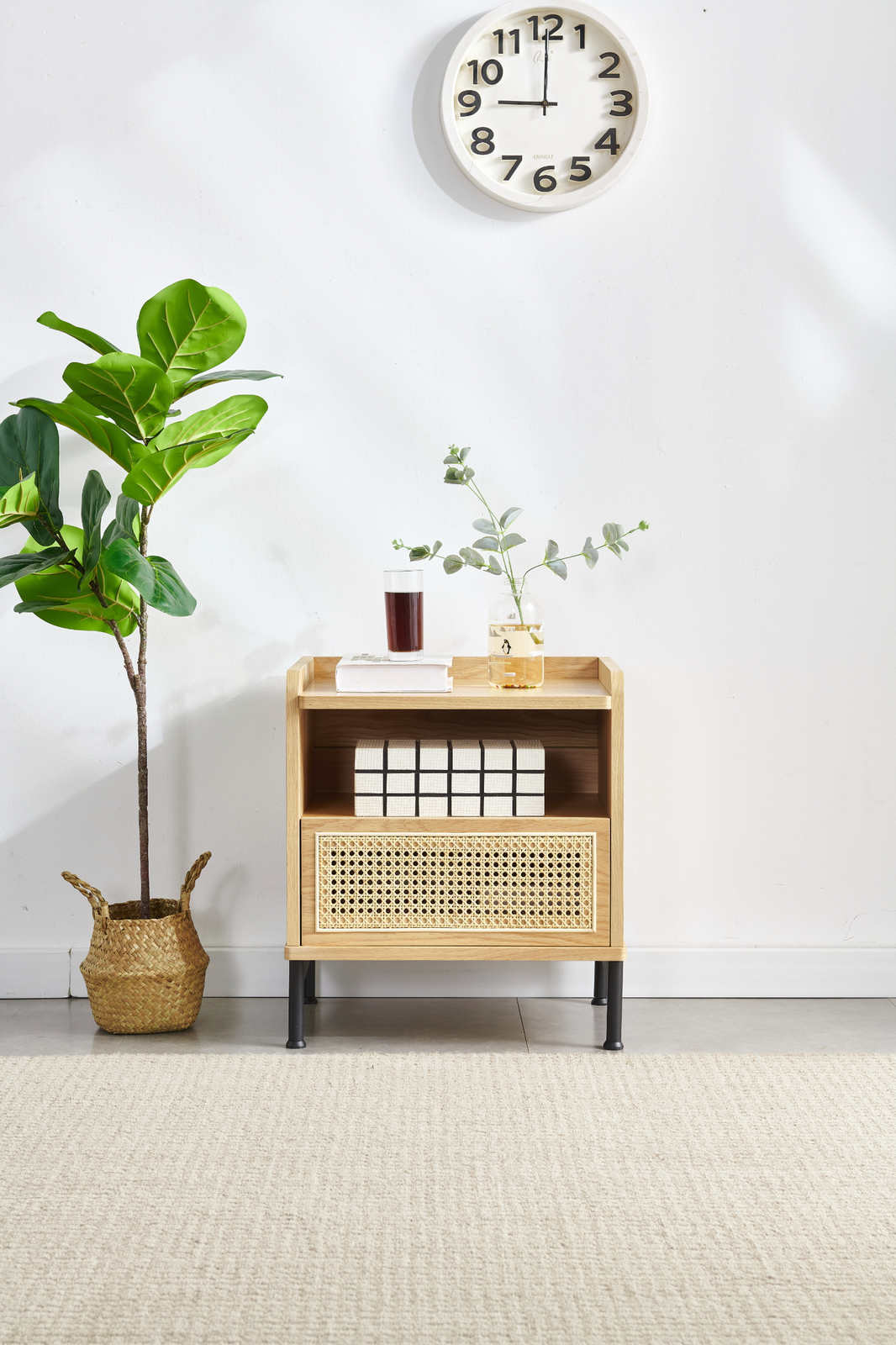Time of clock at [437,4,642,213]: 9:00
